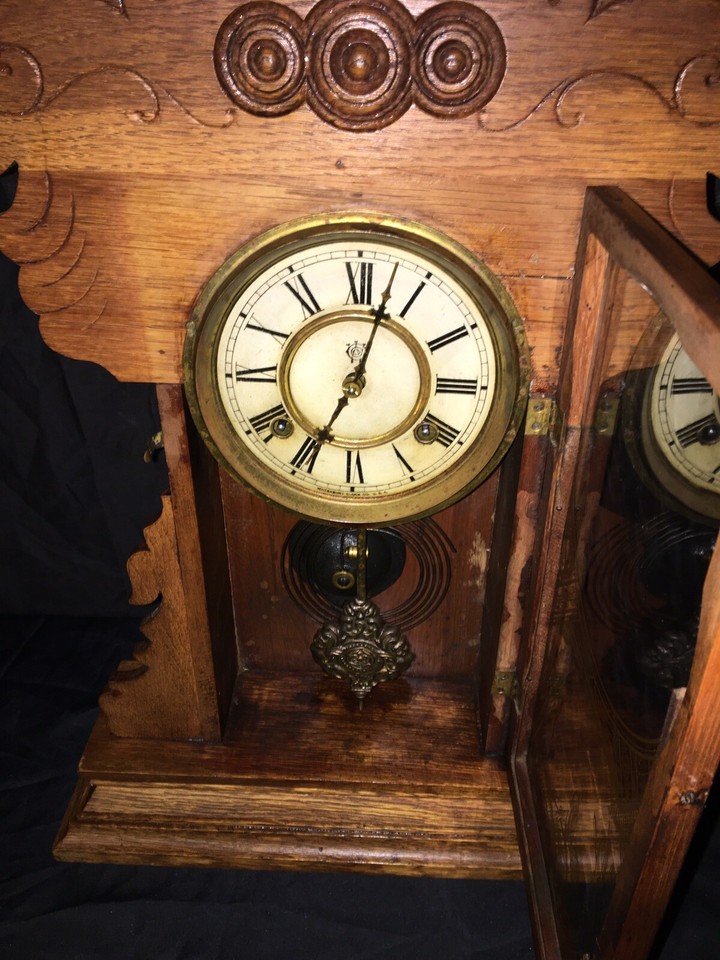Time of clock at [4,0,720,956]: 12:34
